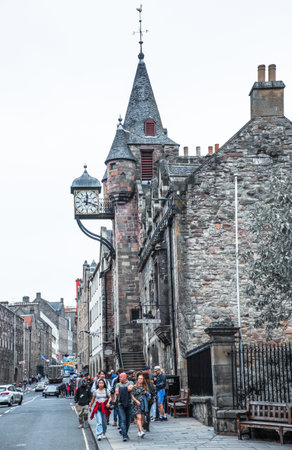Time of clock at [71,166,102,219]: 12:18
